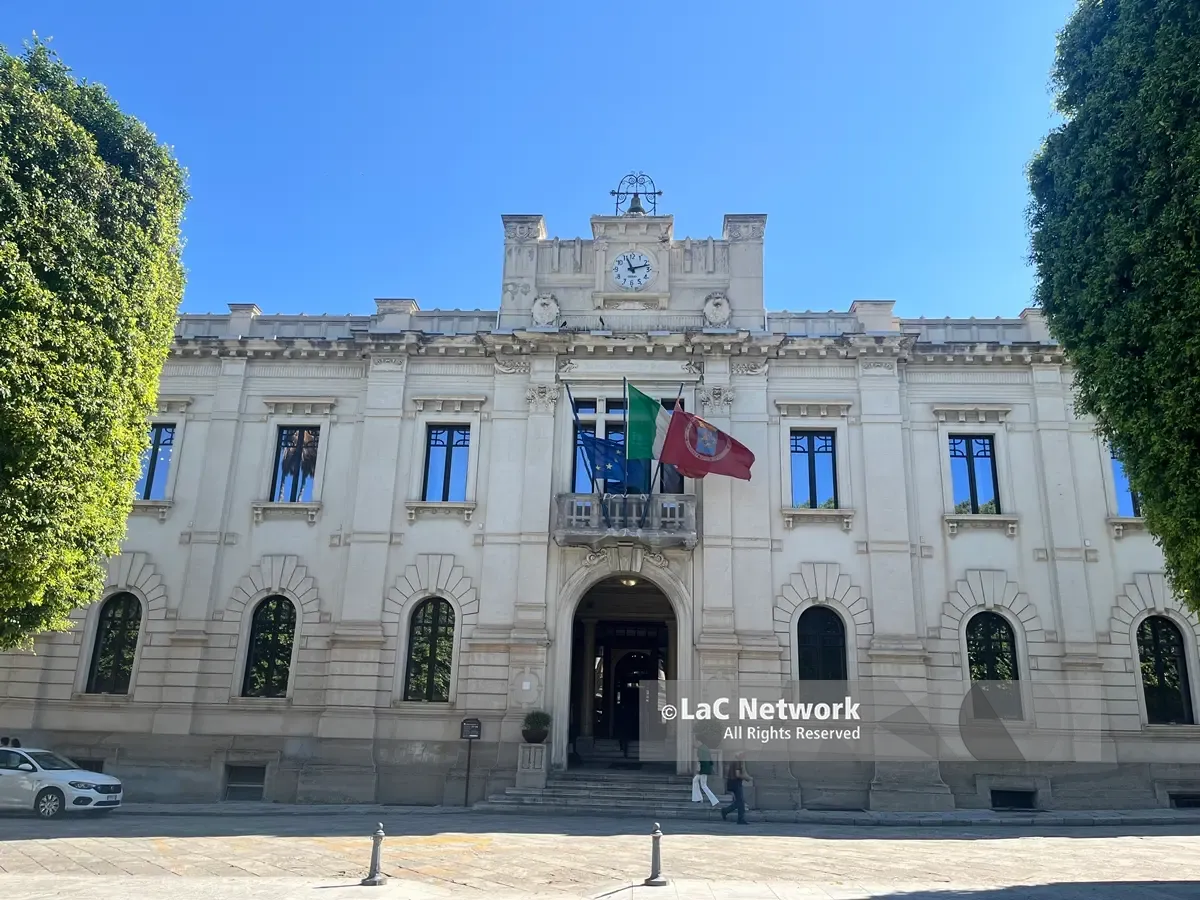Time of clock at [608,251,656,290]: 11:12
